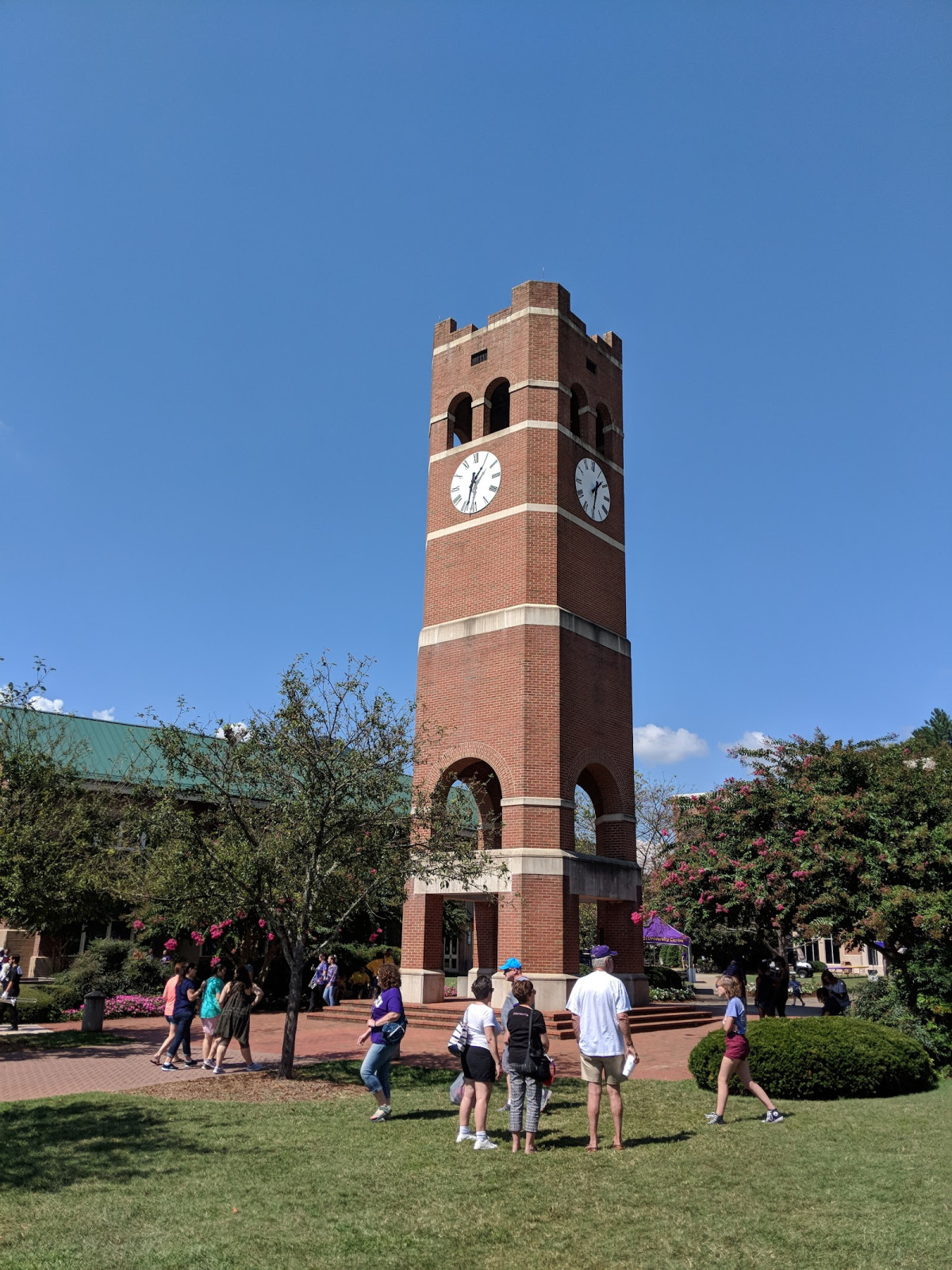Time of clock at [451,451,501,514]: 1:33
